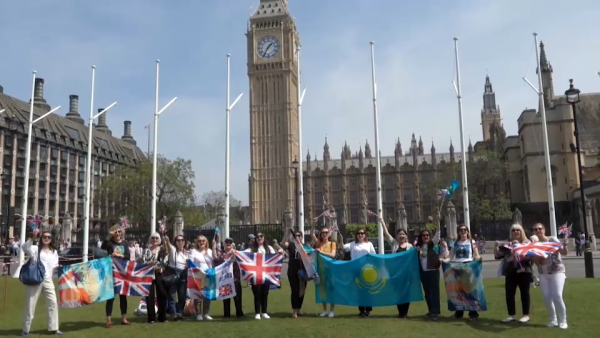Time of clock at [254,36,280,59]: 1:35
